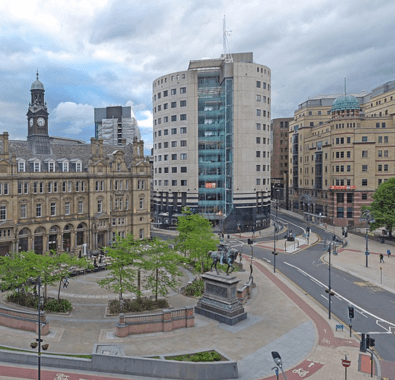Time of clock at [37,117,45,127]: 8:27
